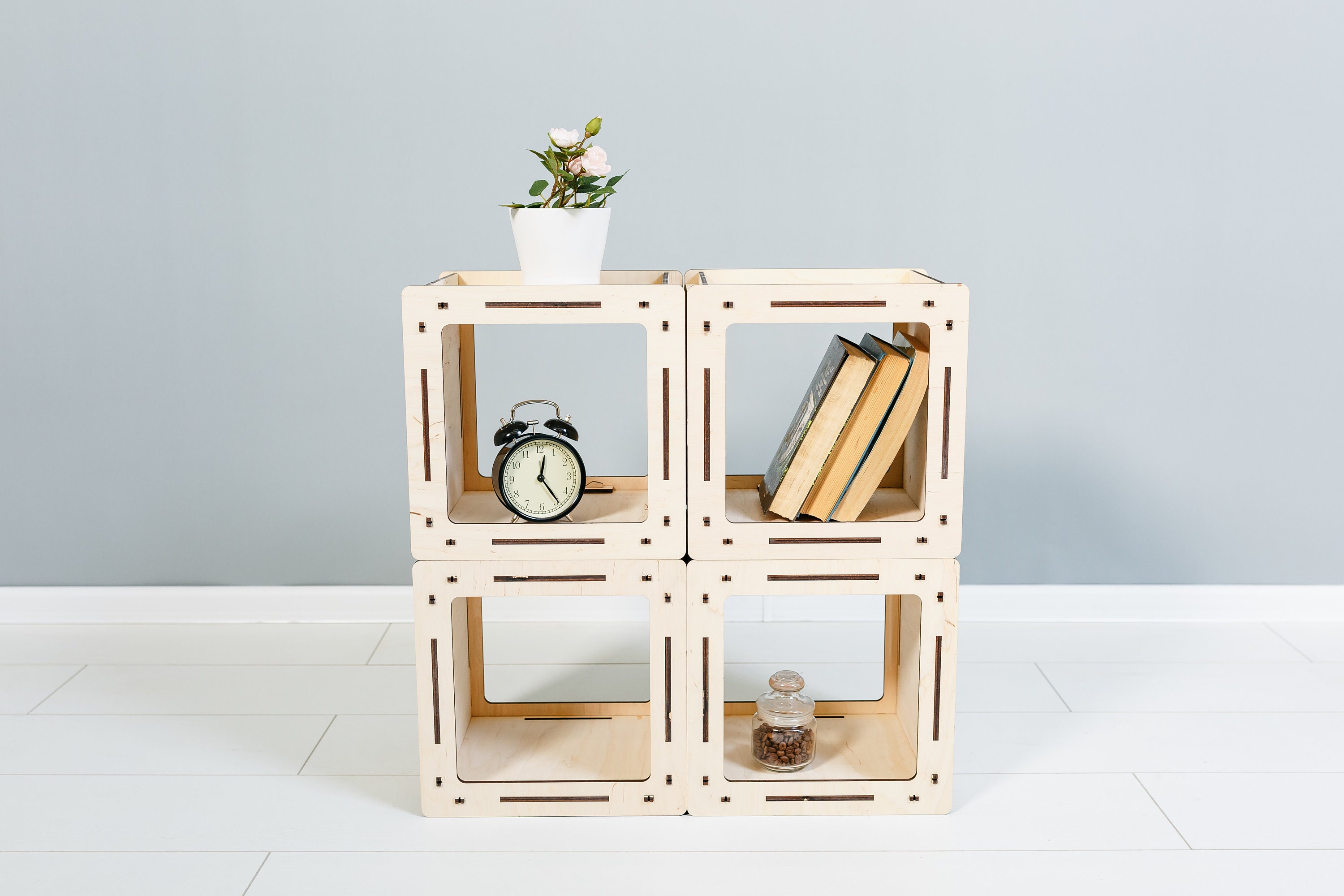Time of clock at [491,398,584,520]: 12:24
